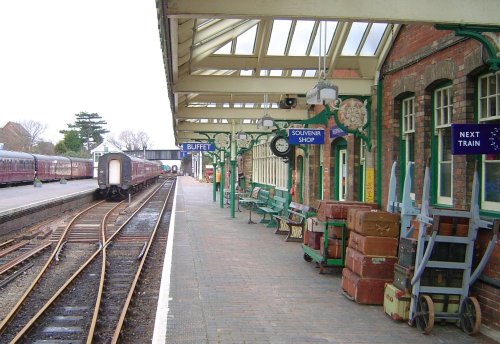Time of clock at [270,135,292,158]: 9:43
